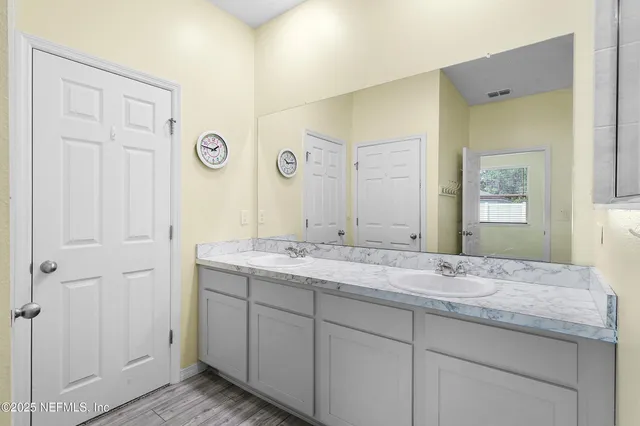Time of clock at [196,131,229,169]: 1:46
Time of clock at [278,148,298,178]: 10:13
